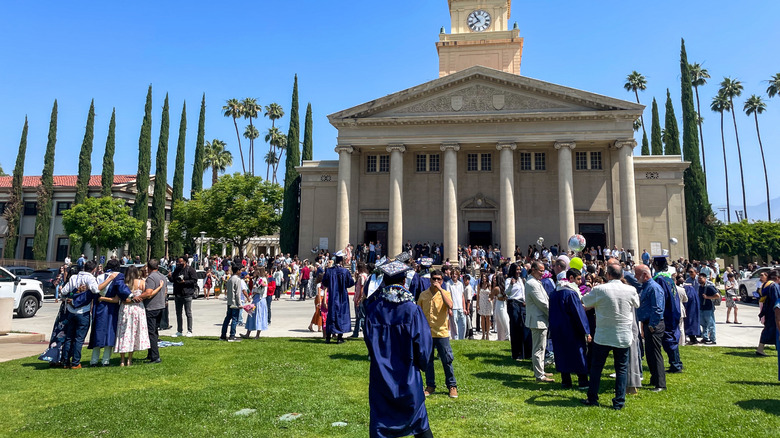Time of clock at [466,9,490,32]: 10:39
